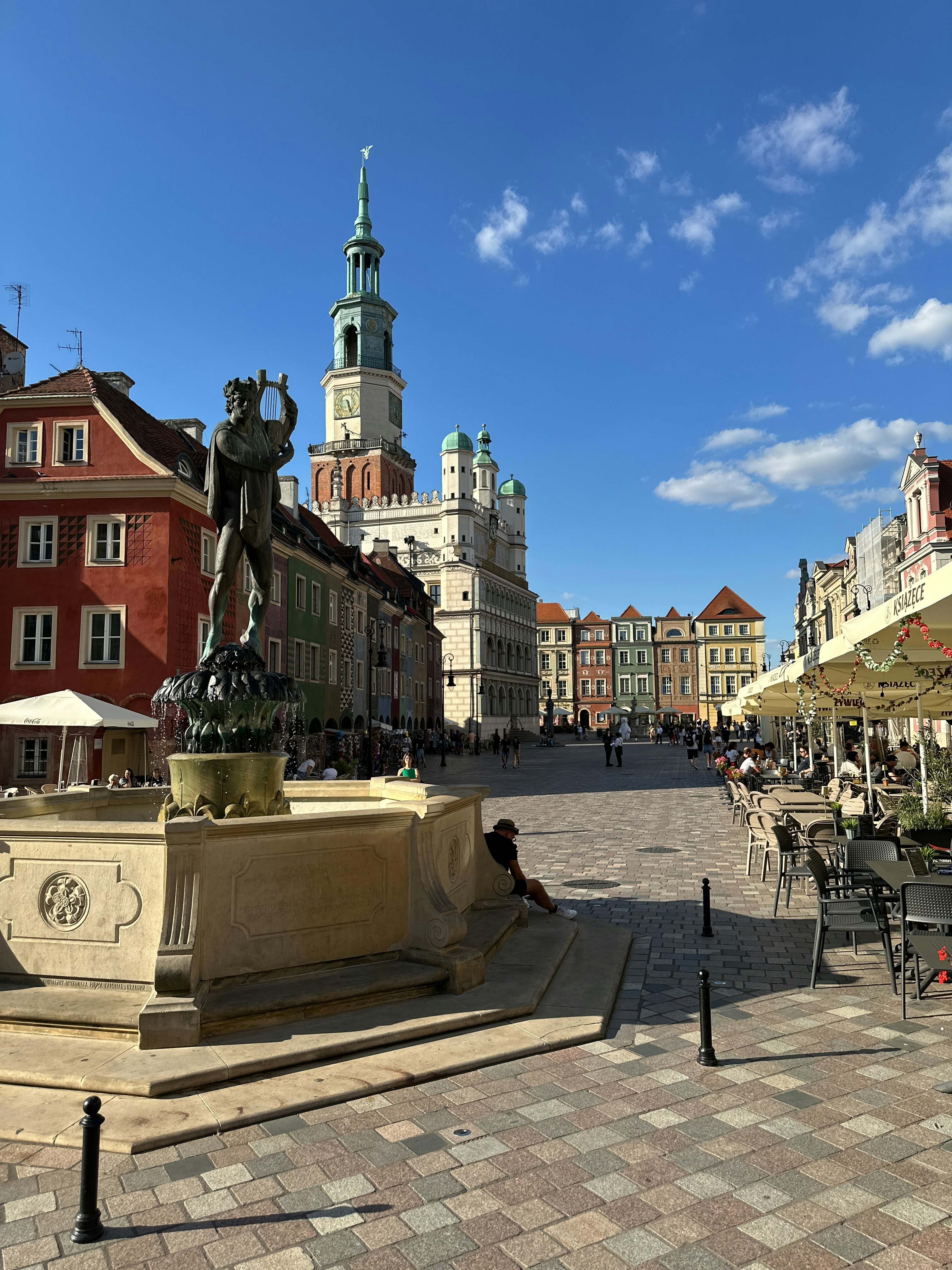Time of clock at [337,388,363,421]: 5:26
